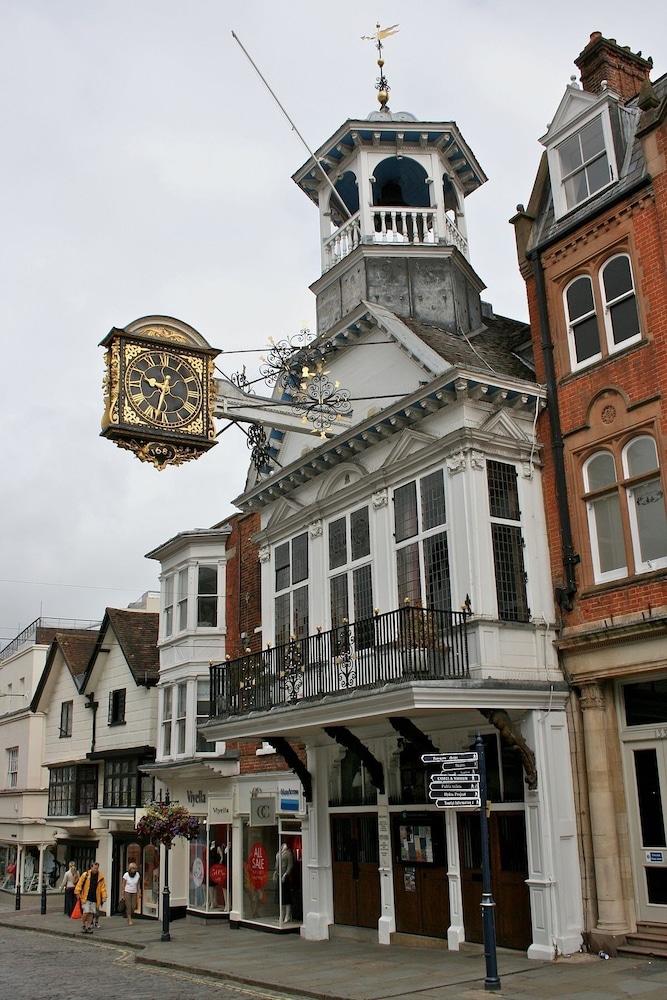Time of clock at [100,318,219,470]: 9:32
